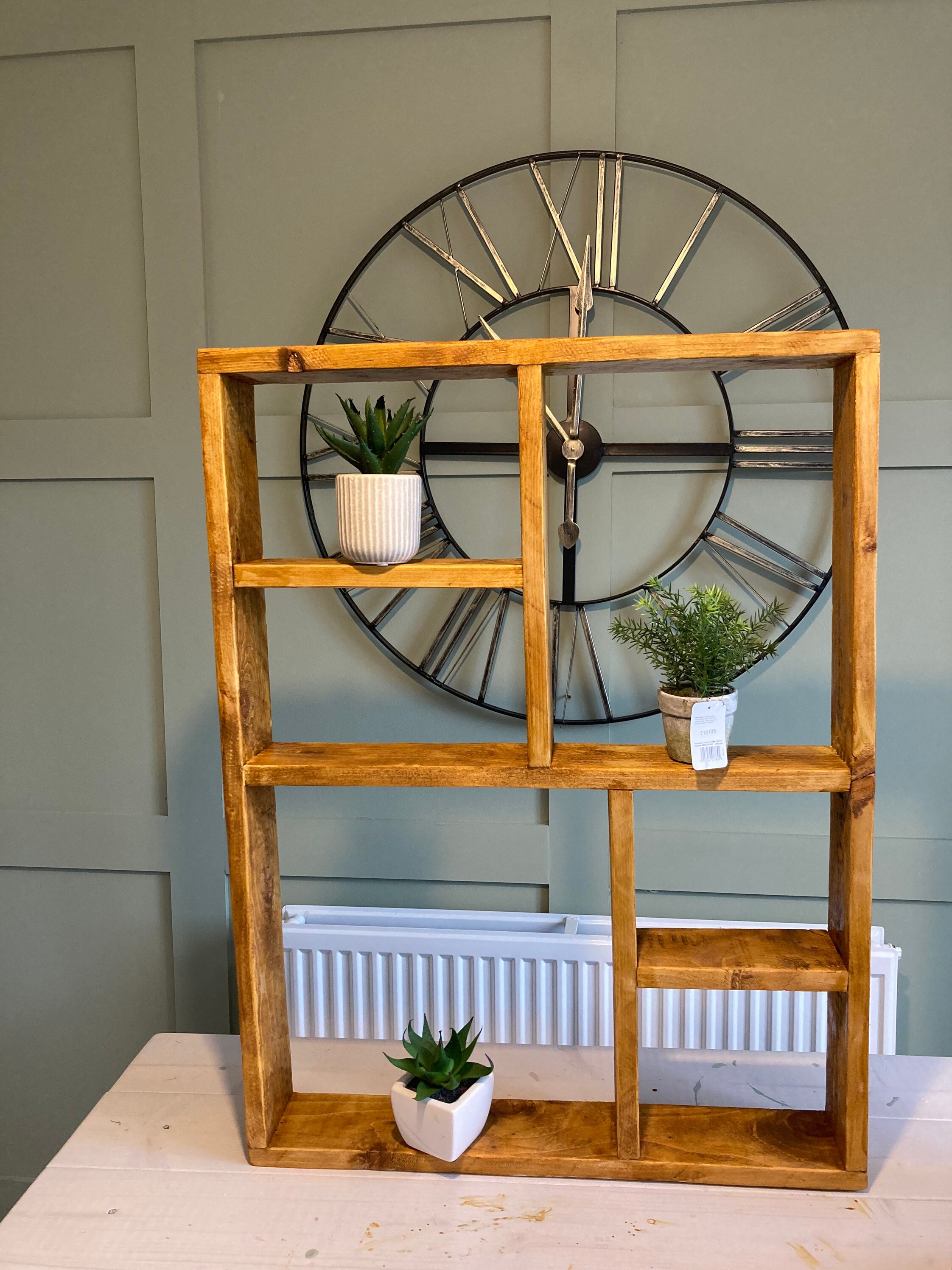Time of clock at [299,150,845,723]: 9:14
